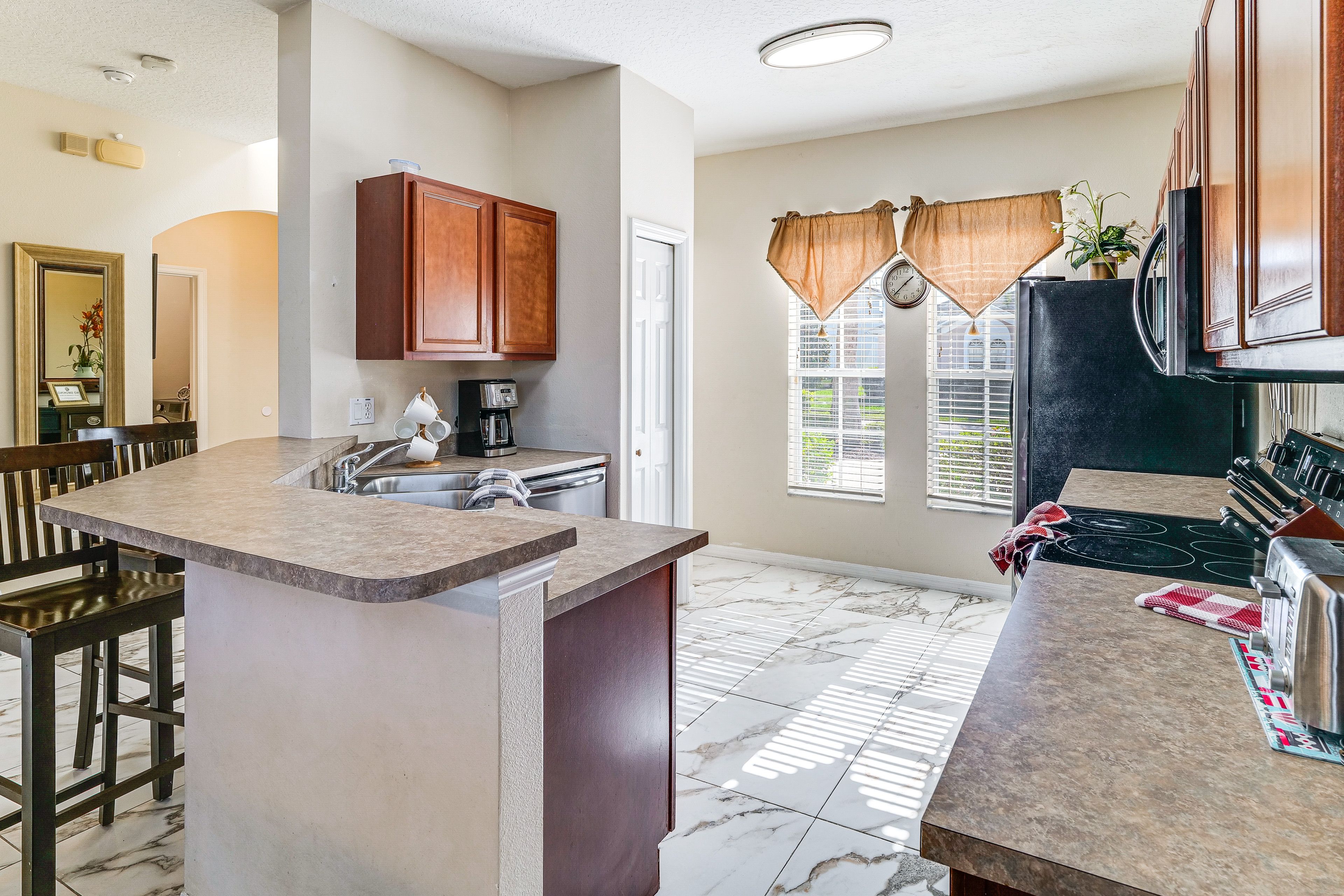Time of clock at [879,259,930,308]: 1:37
